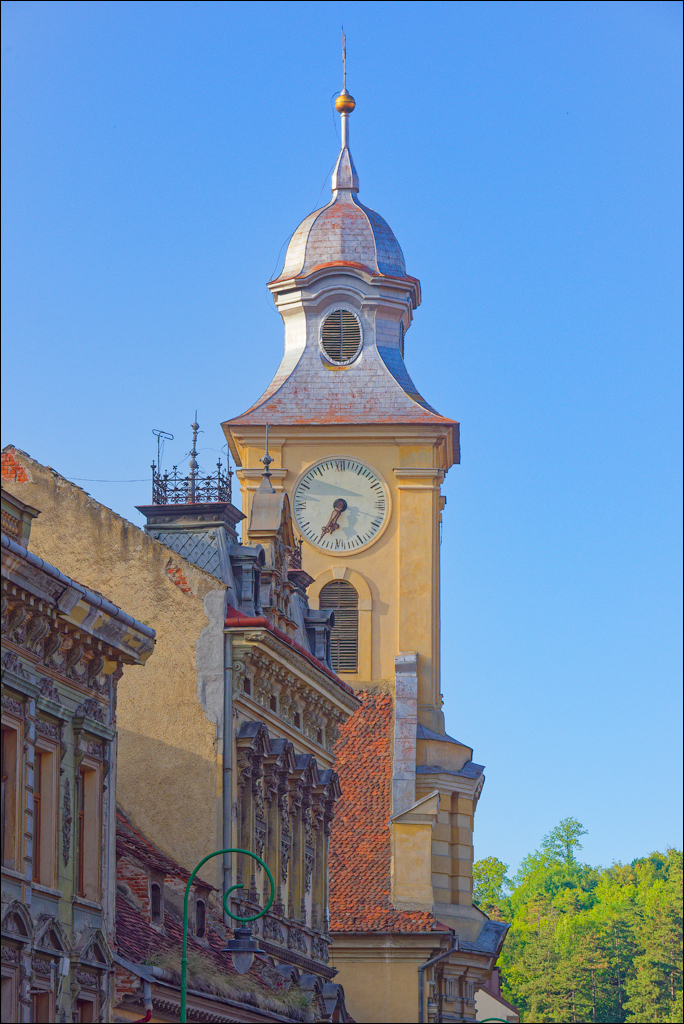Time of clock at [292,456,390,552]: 6:34
